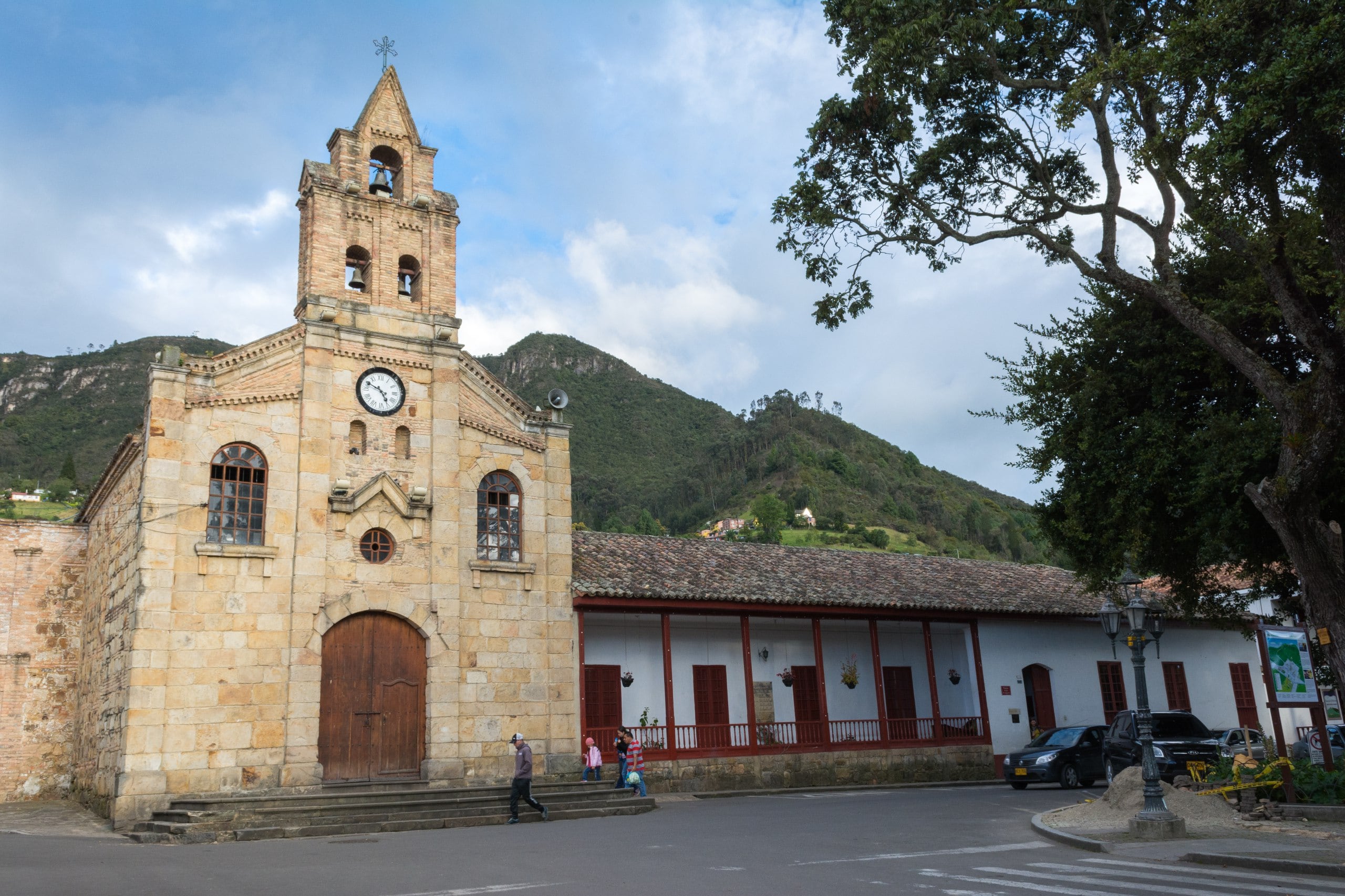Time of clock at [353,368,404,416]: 4:50
